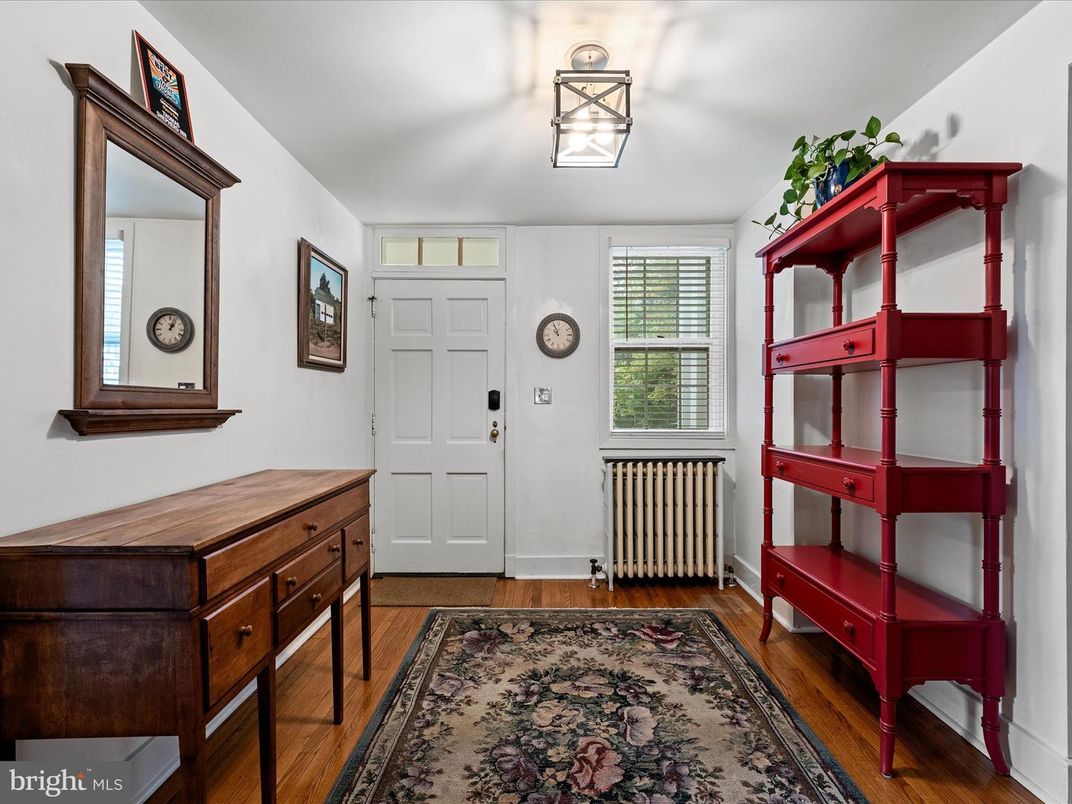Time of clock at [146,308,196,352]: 1:02
